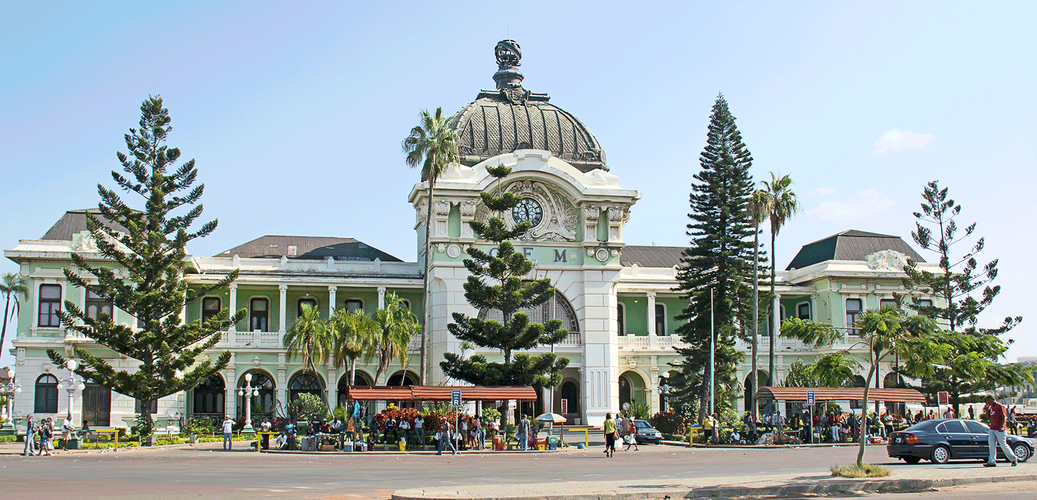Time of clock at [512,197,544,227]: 11:28
